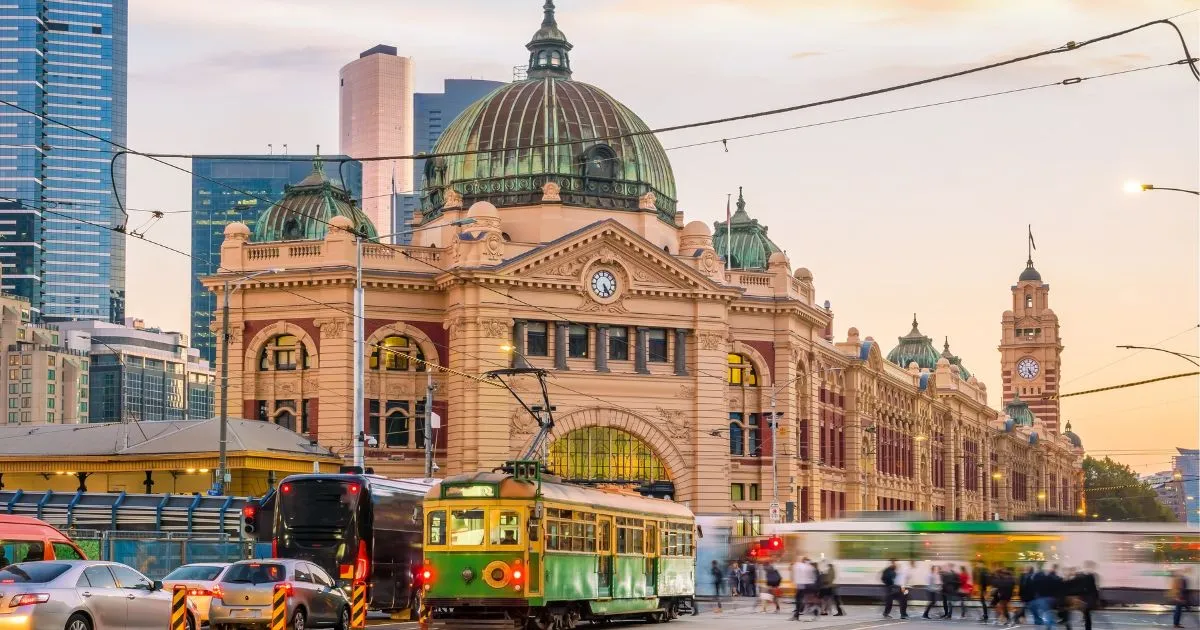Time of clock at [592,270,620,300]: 5:24
